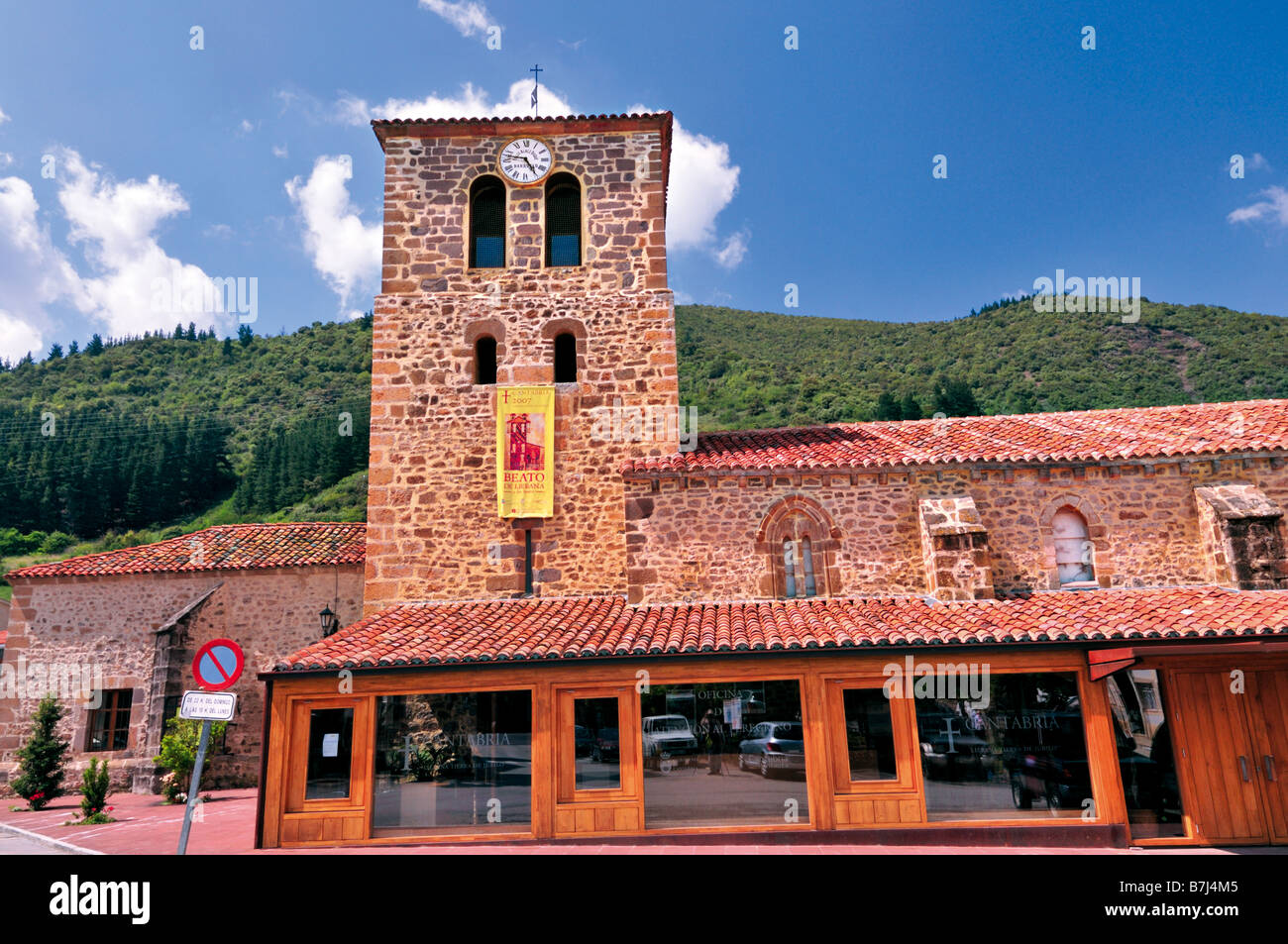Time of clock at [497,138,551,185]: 4:46
